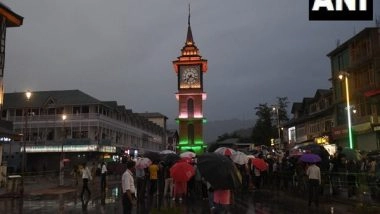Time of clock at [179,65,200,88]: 7:18
